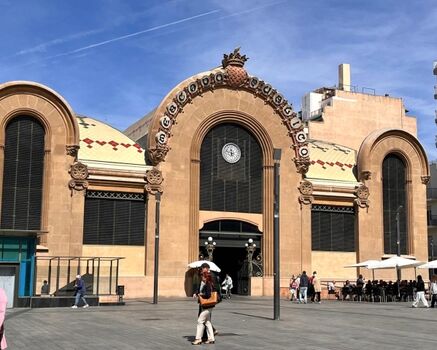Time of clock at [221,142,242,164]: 11:47
